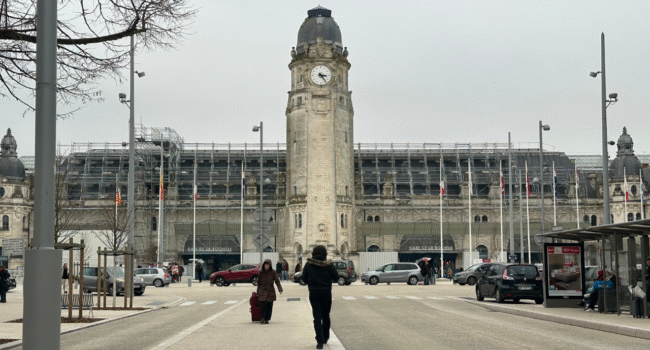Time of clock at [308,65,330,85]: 3:23
